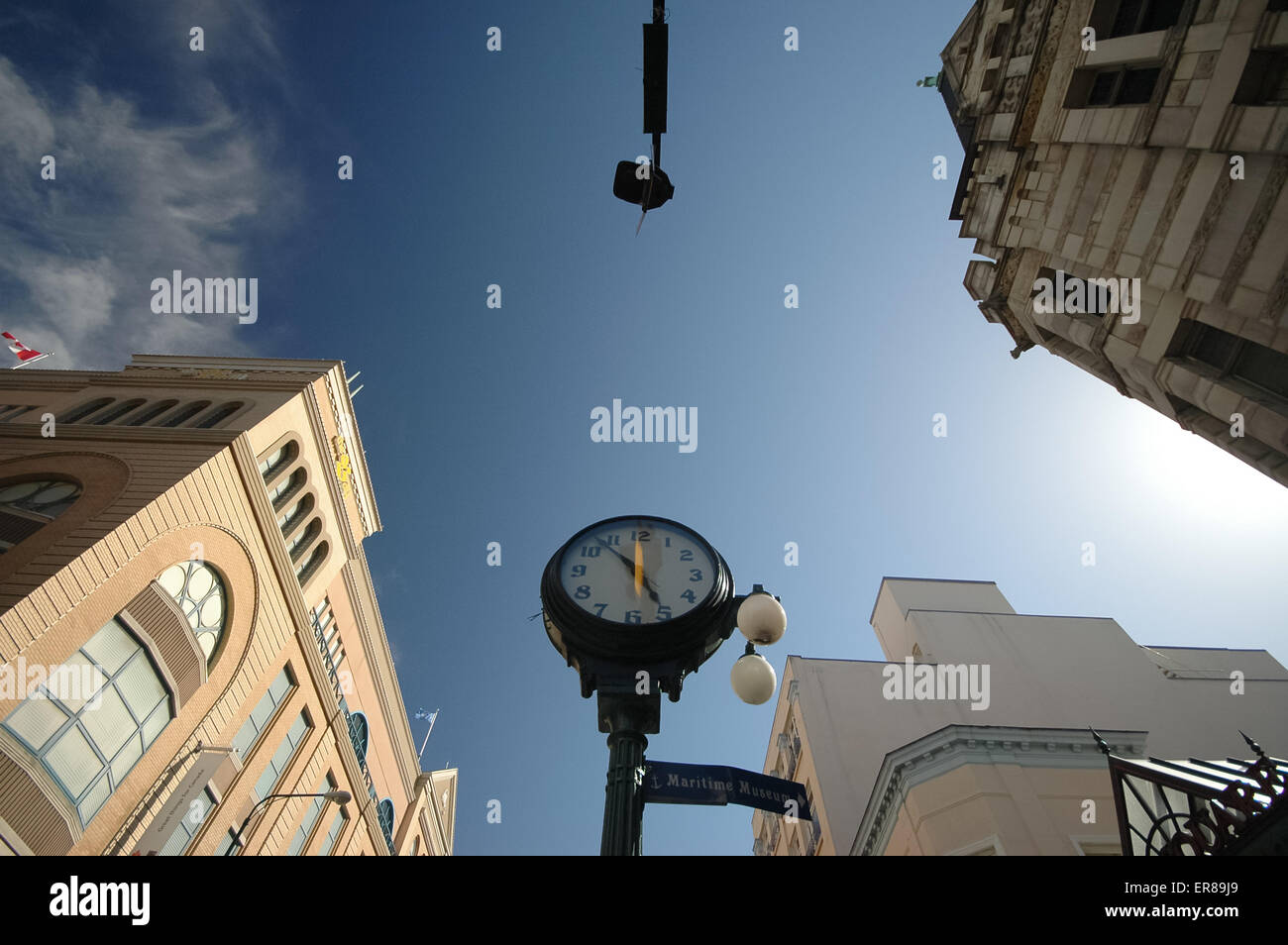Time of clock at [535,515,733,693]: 4:53
